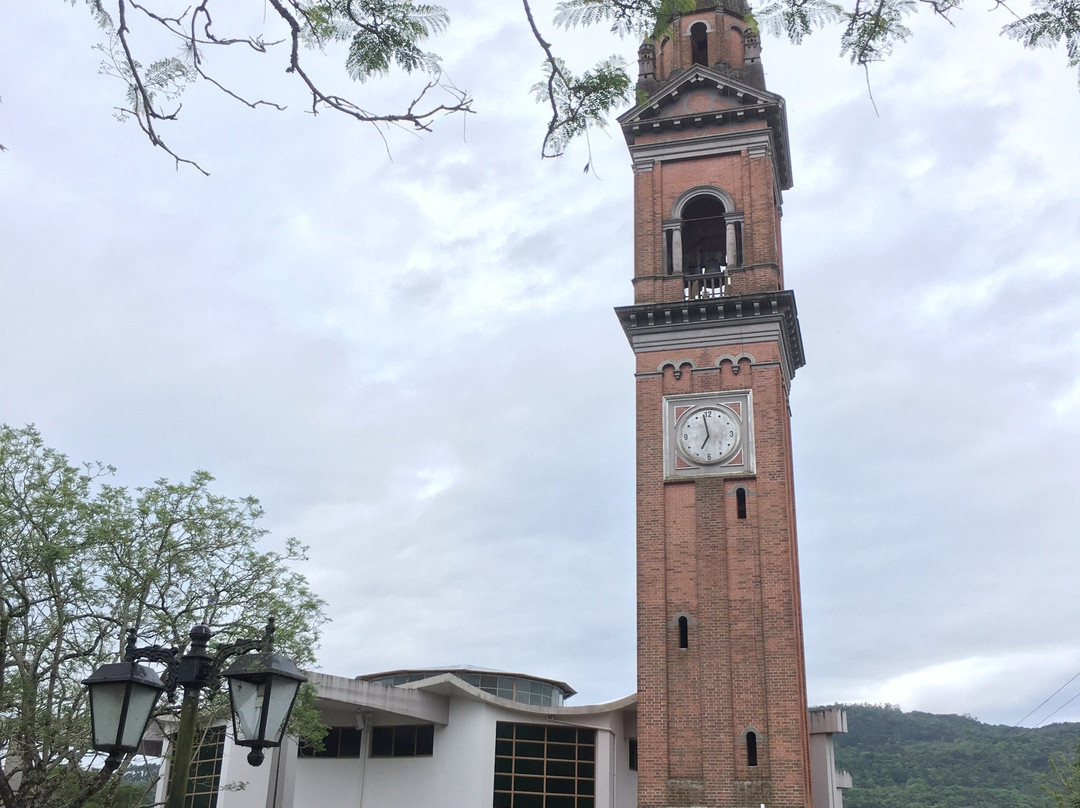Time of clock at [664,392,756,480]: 6:58
